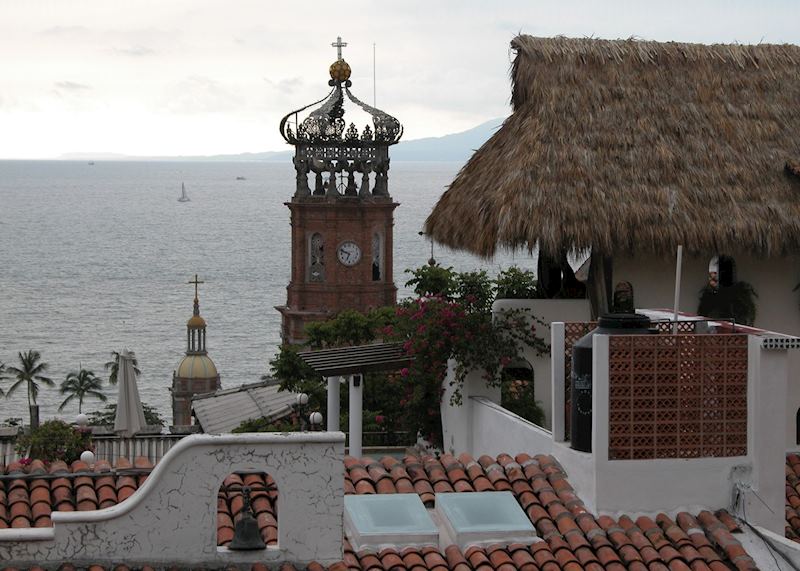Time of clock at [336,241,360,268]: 6:48
